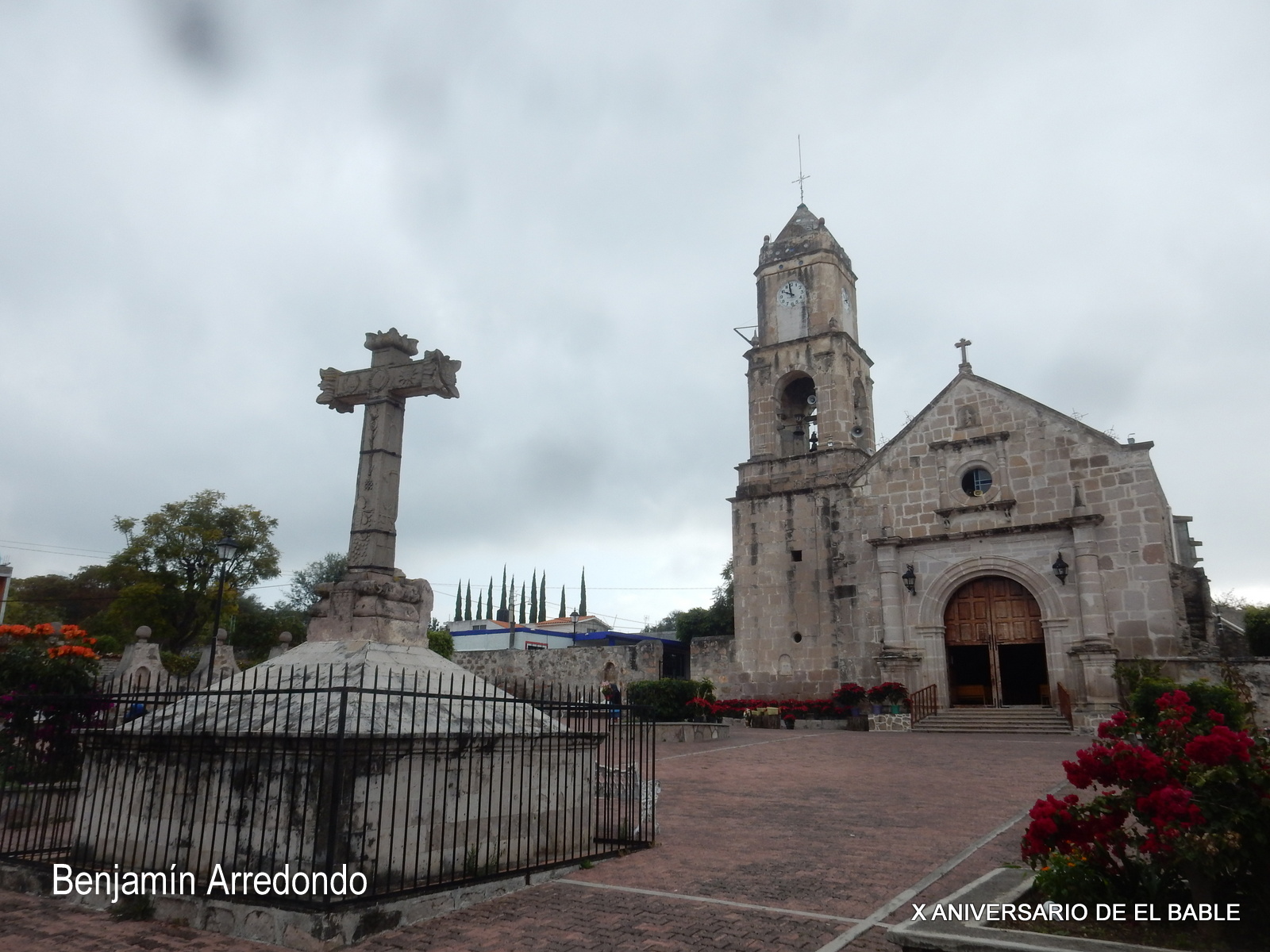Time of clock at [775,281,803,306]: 9:58
